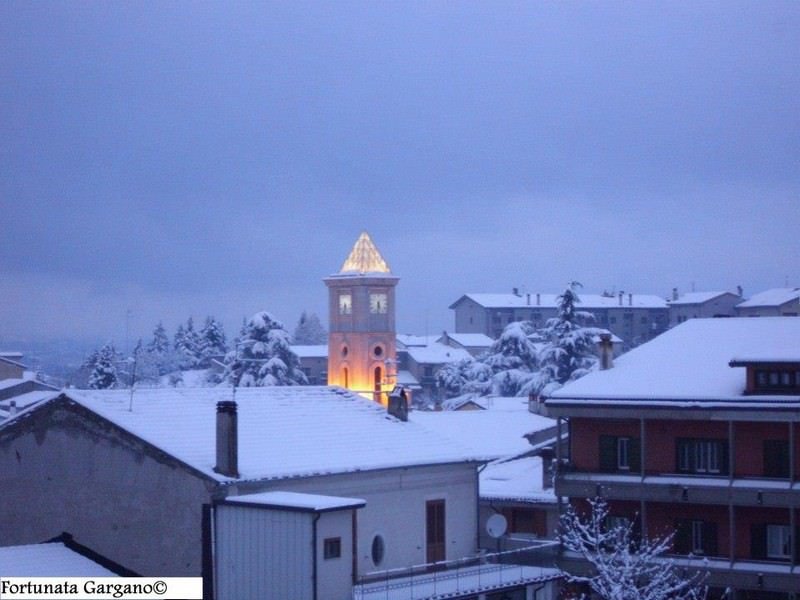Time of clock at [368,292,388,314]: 5:31
